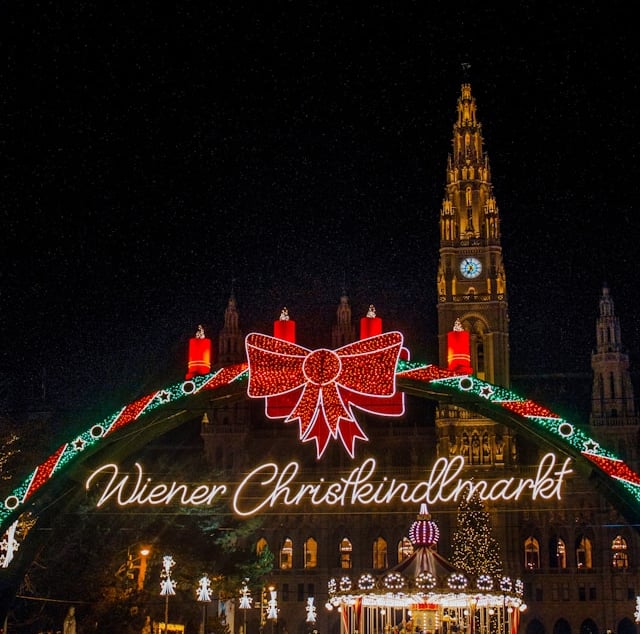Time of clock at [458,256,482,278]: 6:54
